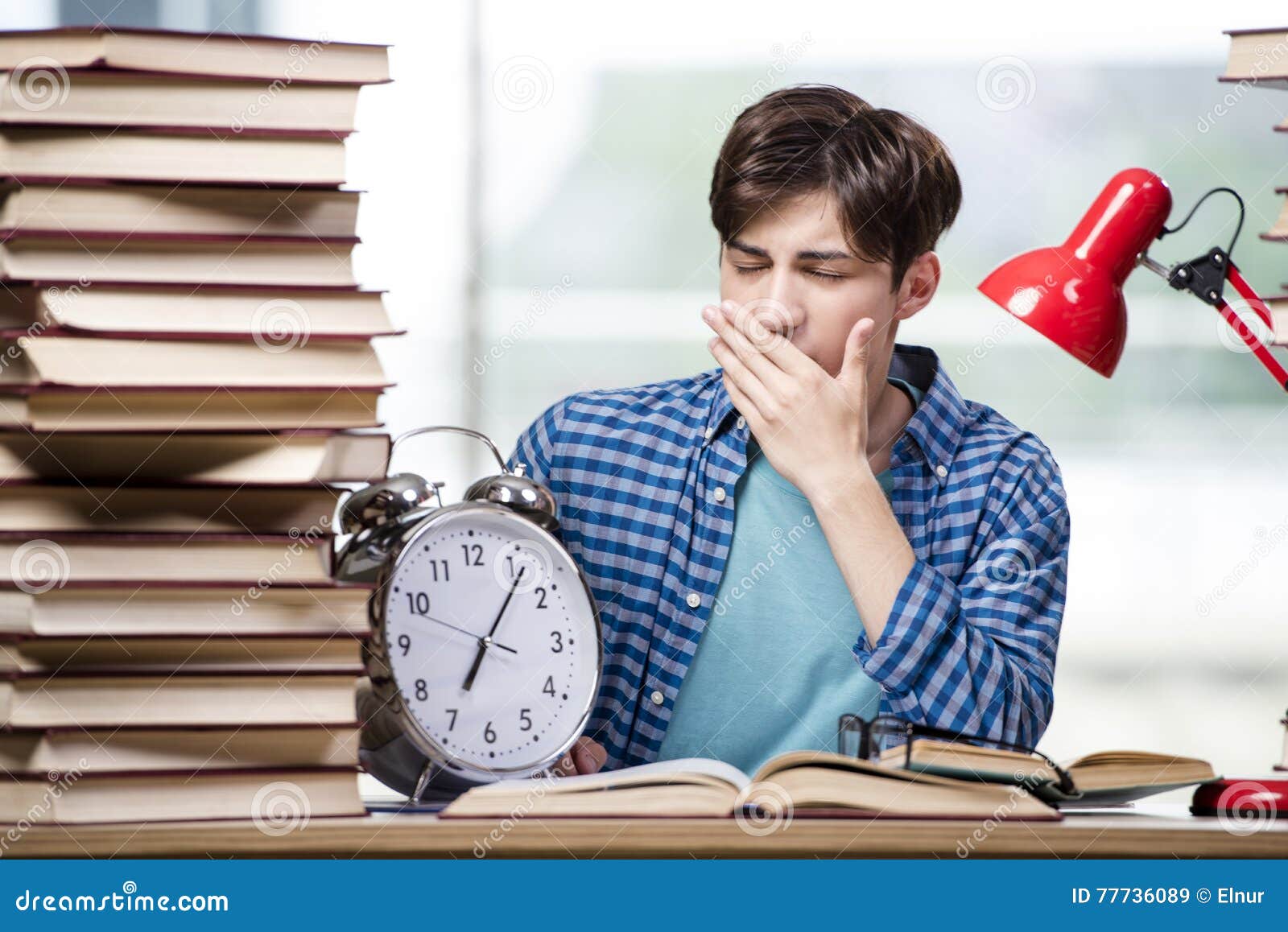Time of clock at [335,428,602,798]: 7:06
